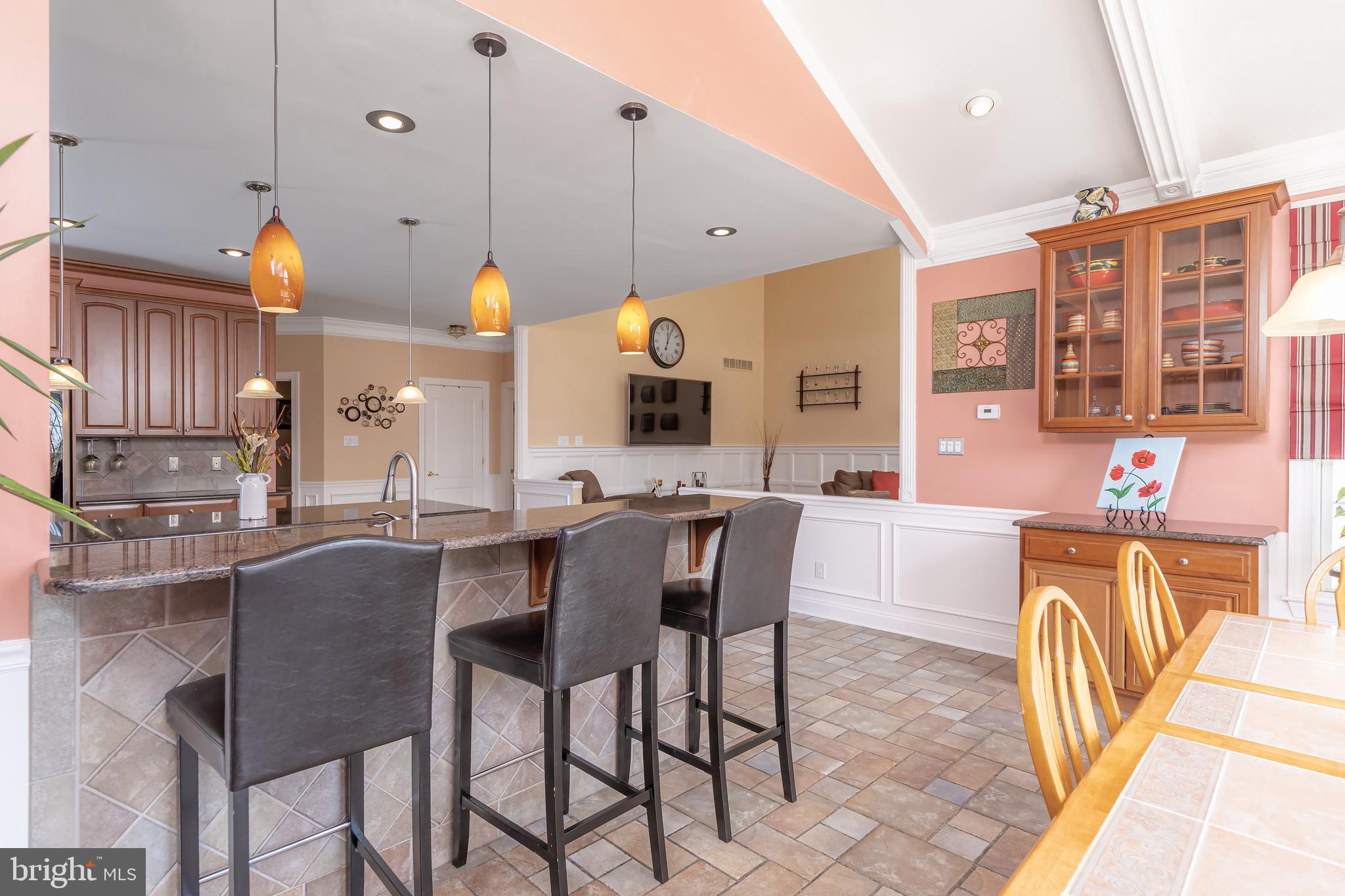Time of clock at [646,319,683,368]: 12:04
